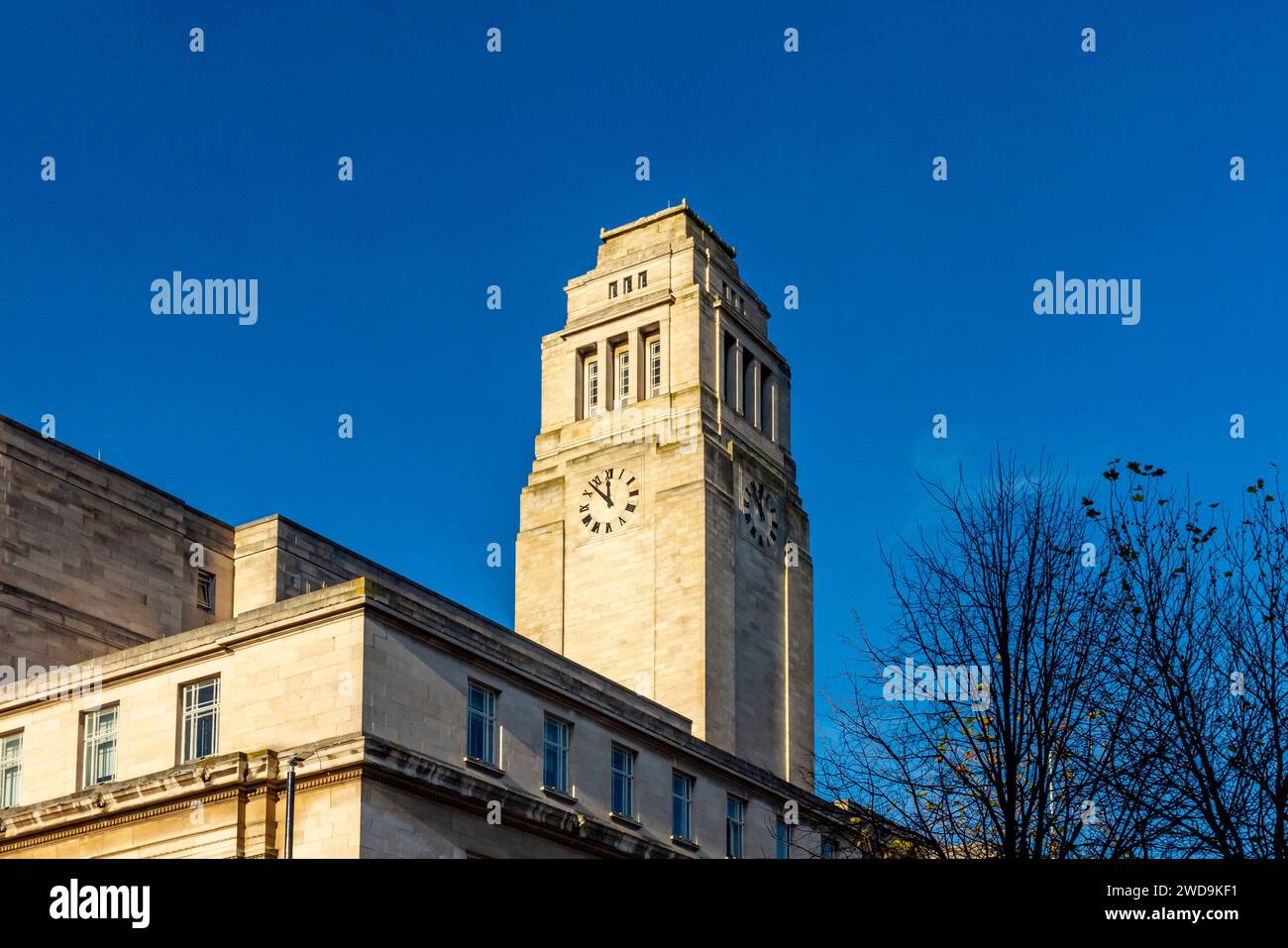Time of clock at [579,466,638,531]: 11:52
